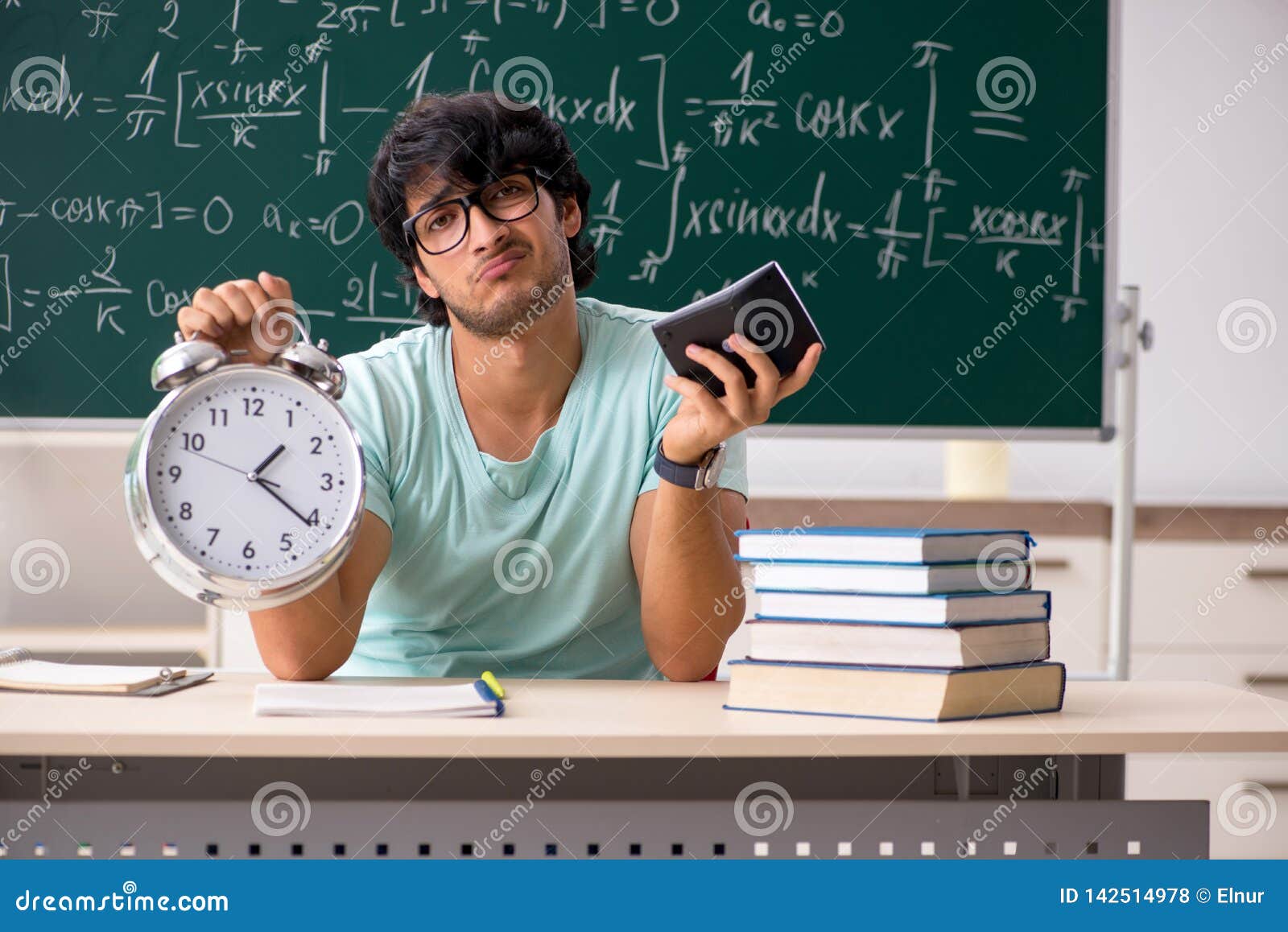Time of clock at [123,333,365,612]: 1:21
